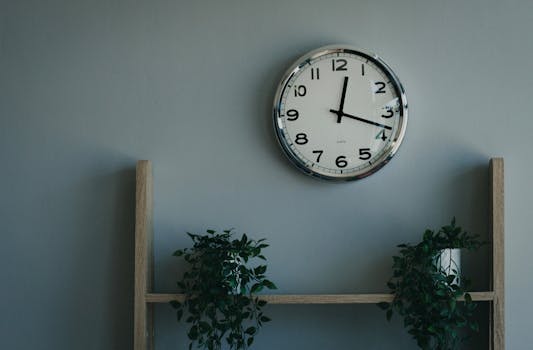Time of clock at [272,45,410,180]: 12:18
